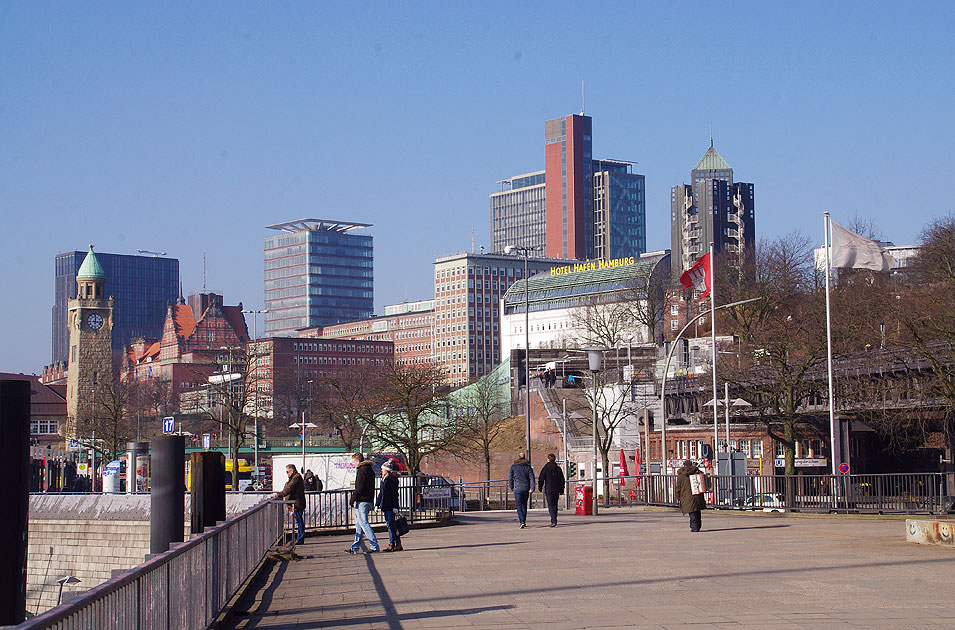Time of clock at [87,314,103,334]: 12:16
